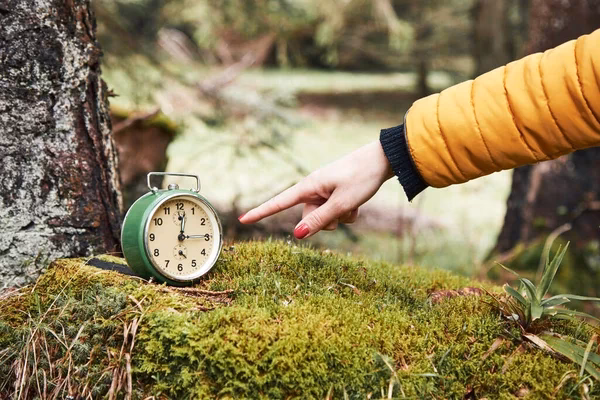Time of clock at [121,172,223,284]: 12:14
